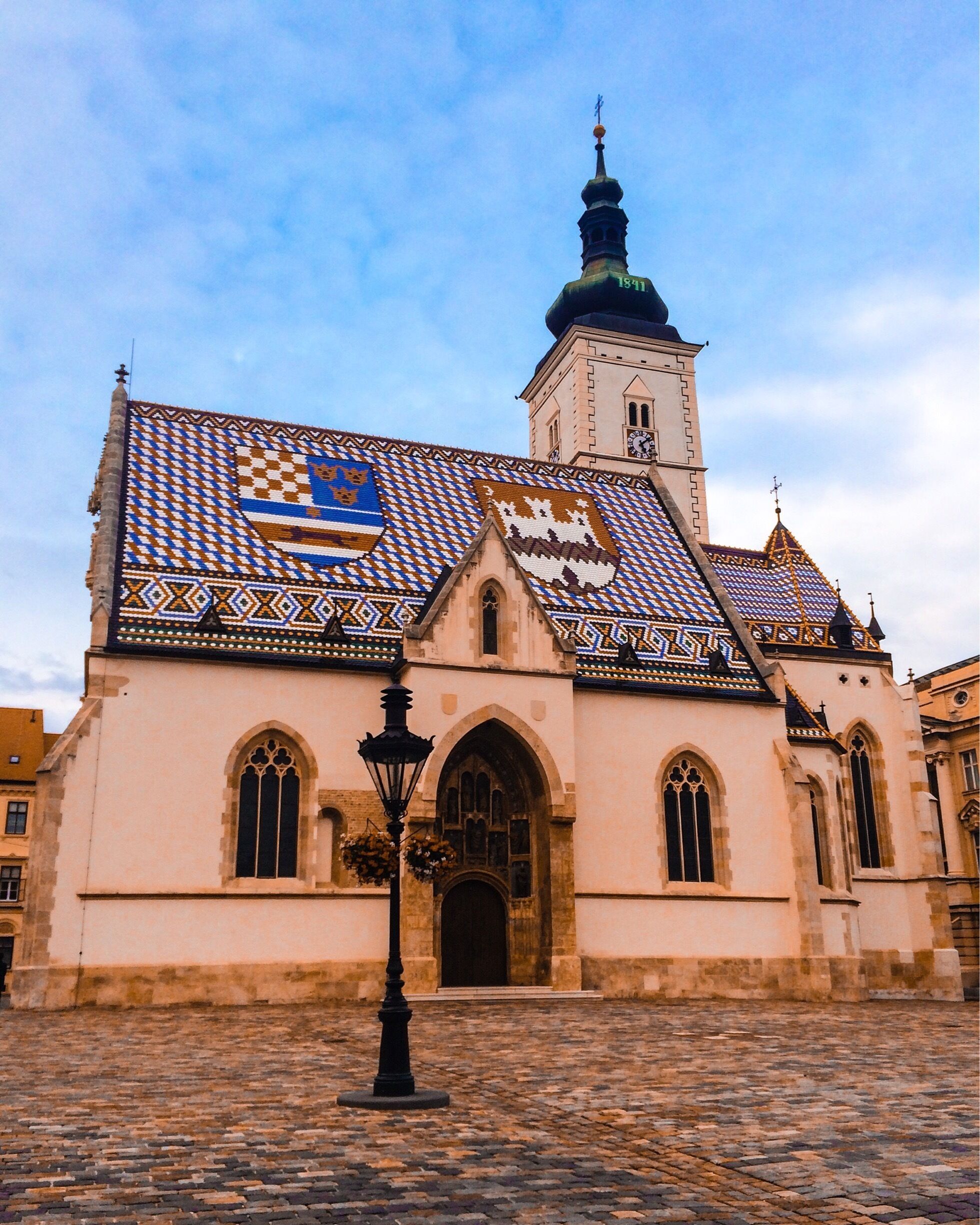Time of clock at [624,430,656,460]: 5:08
